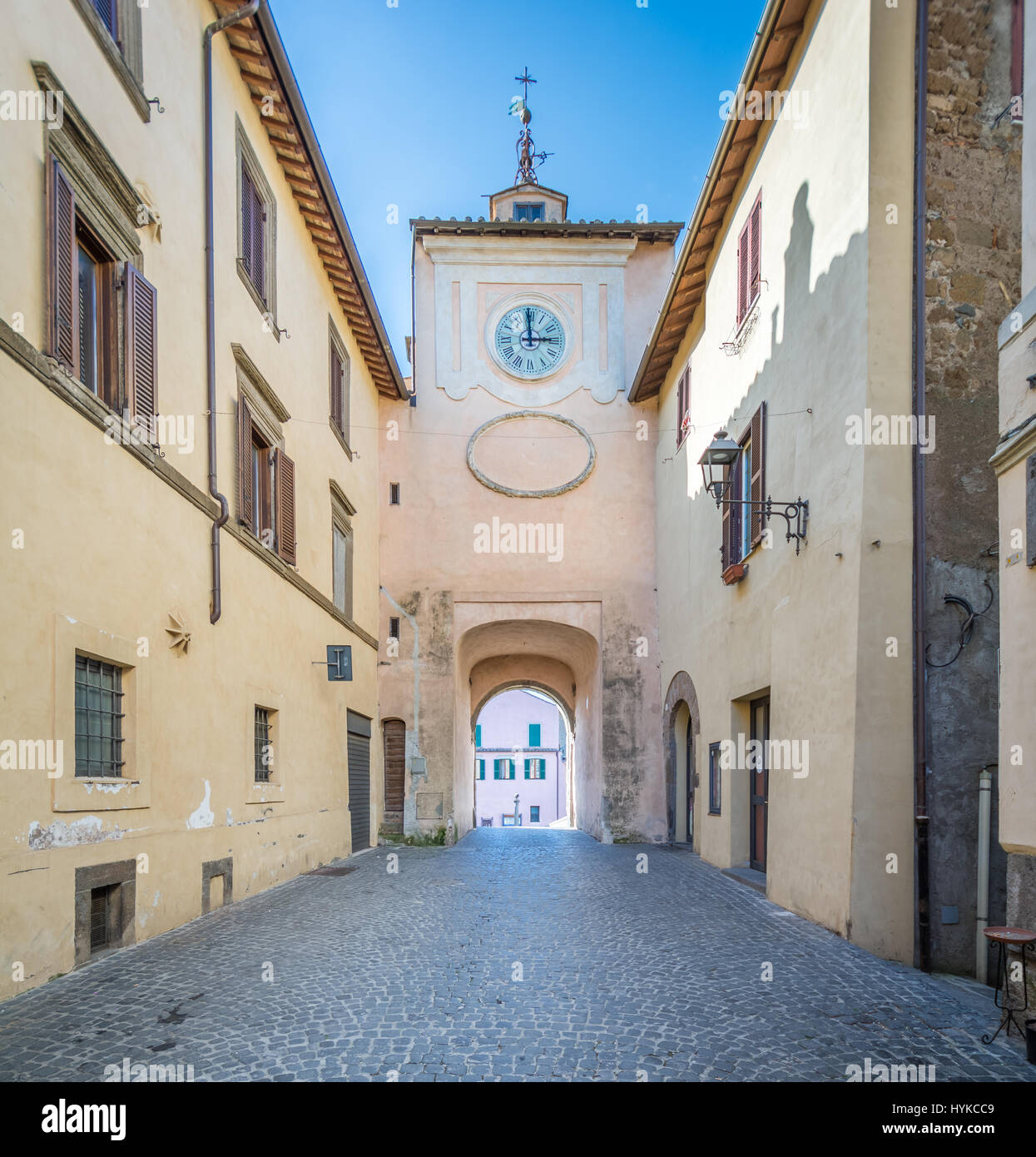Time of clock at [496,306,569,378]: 2:59
